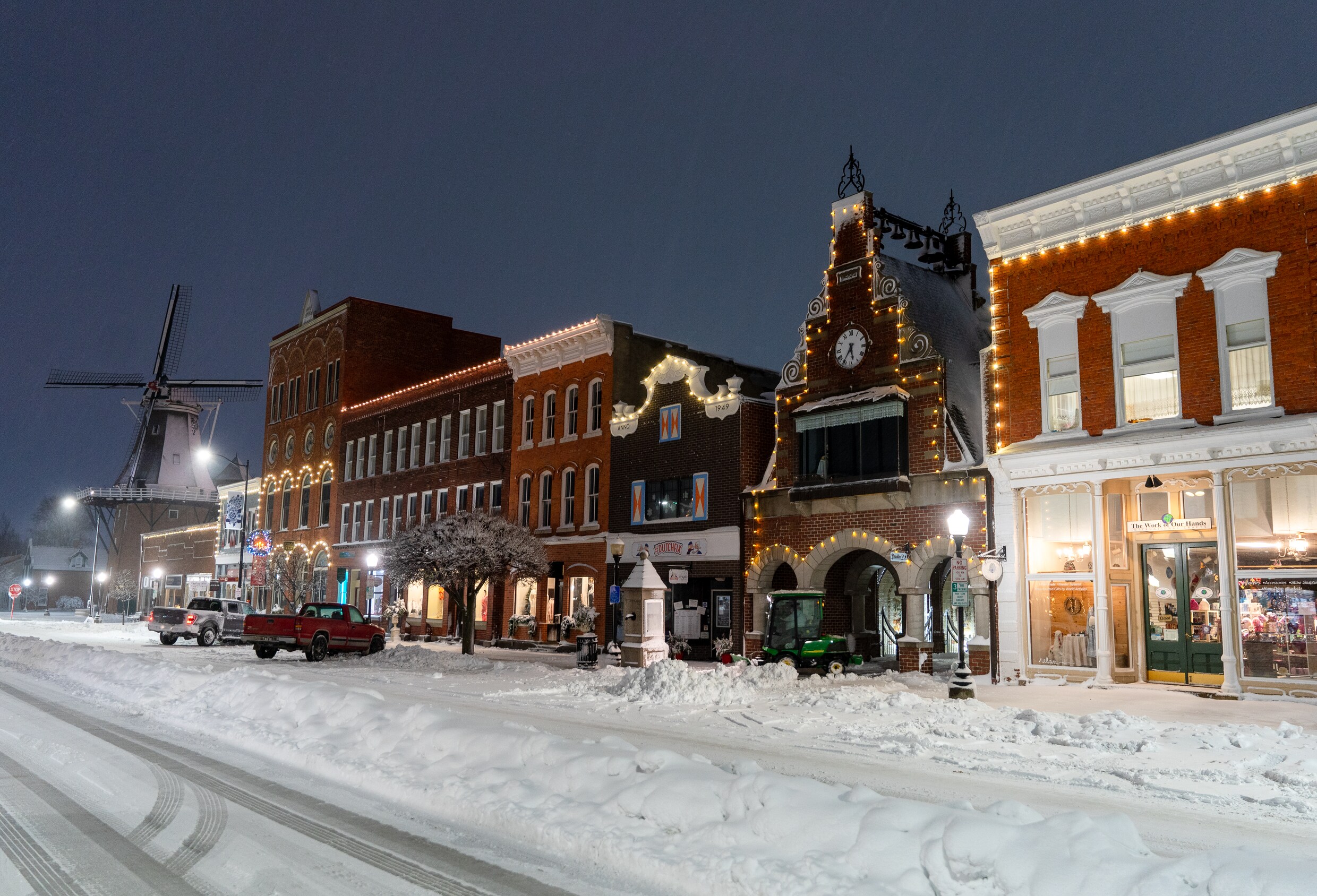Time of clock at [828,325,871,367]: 5:35
